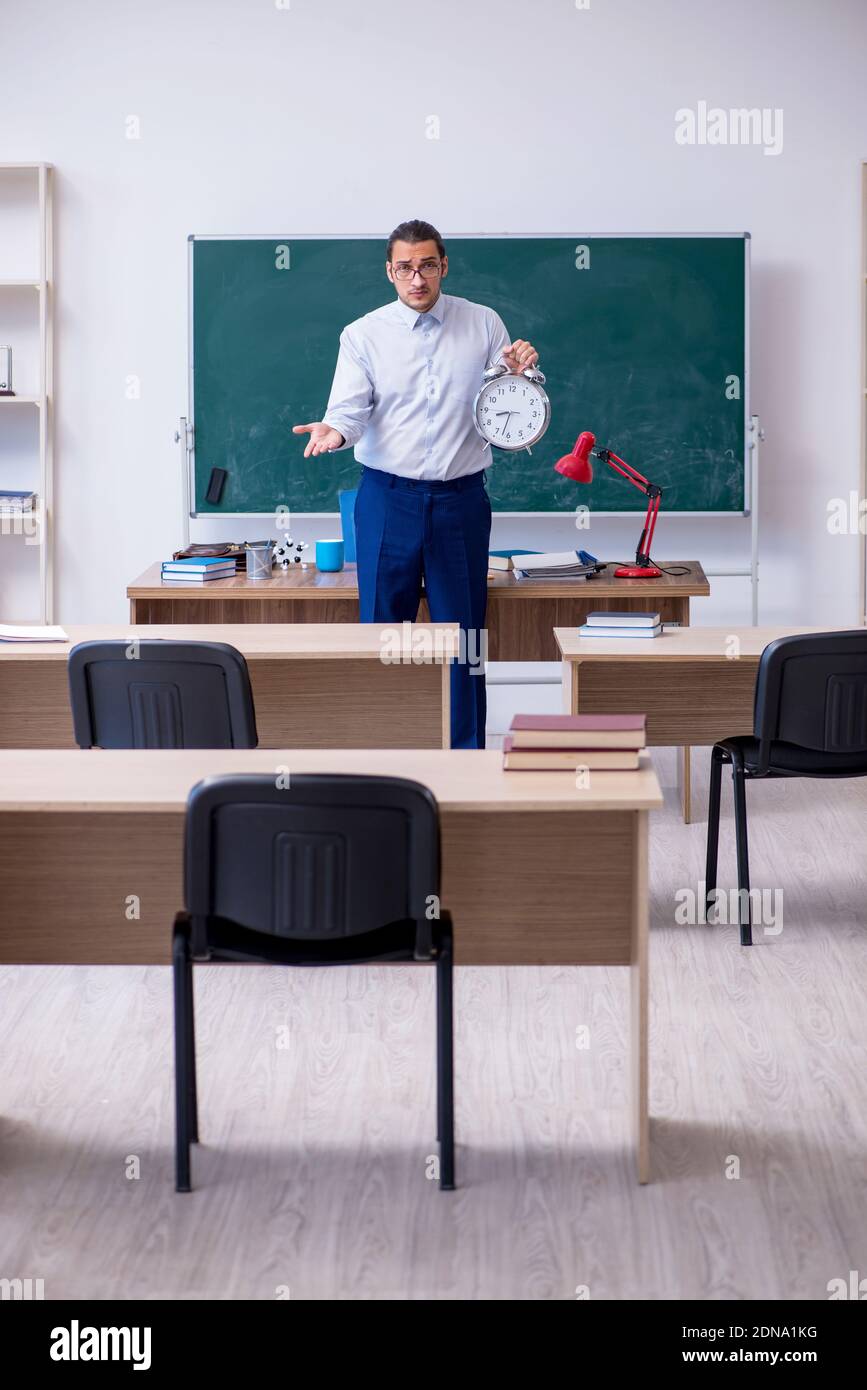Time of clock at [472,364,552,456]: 8:32
